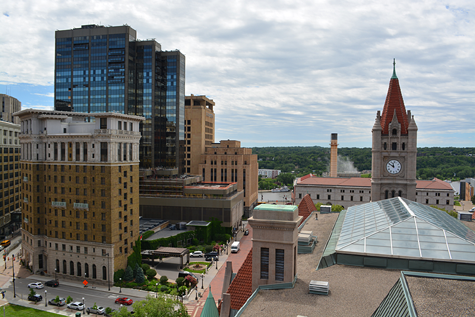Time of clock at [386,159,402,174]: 11:50
